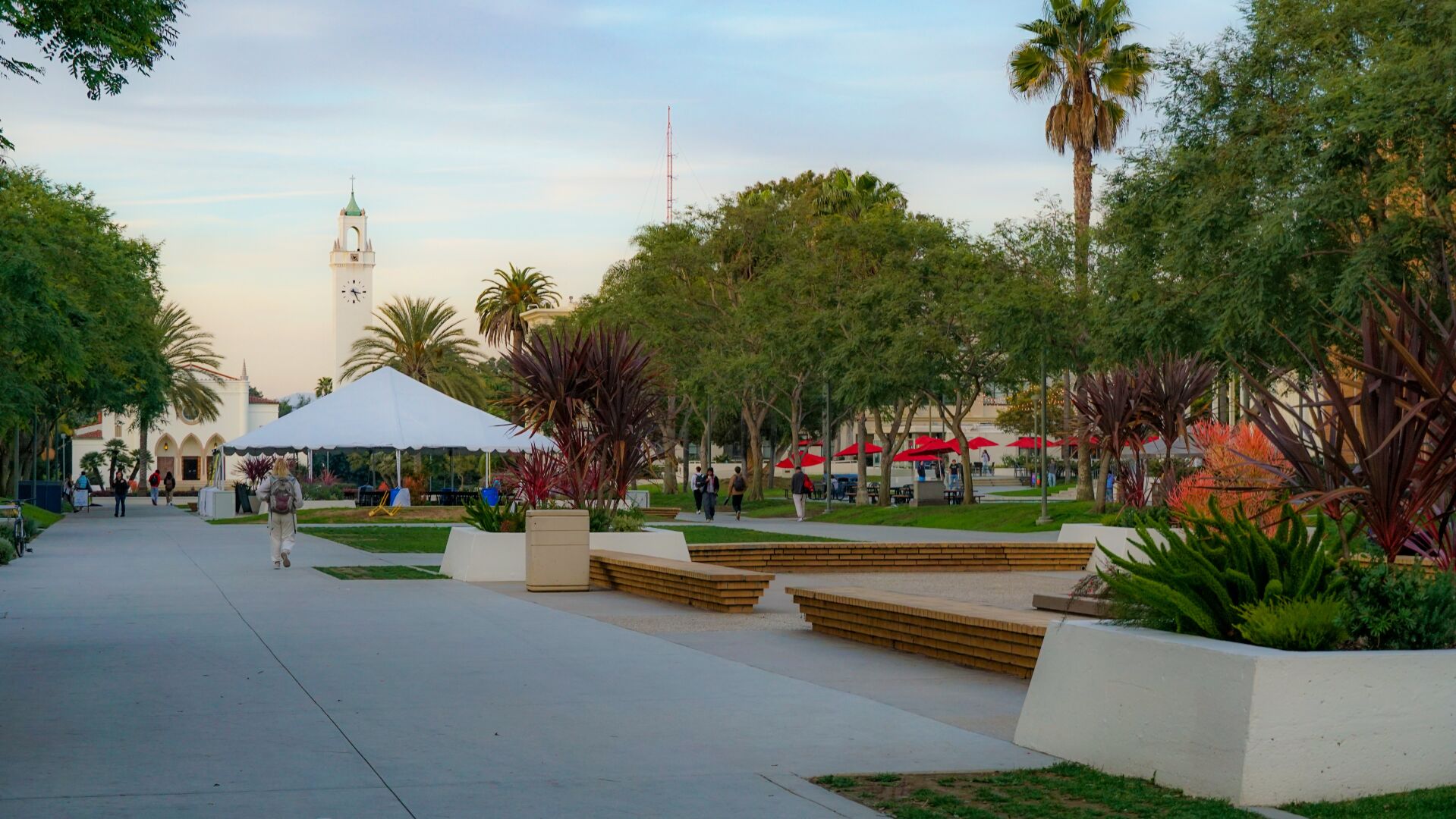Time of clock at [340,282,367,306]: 3:25
